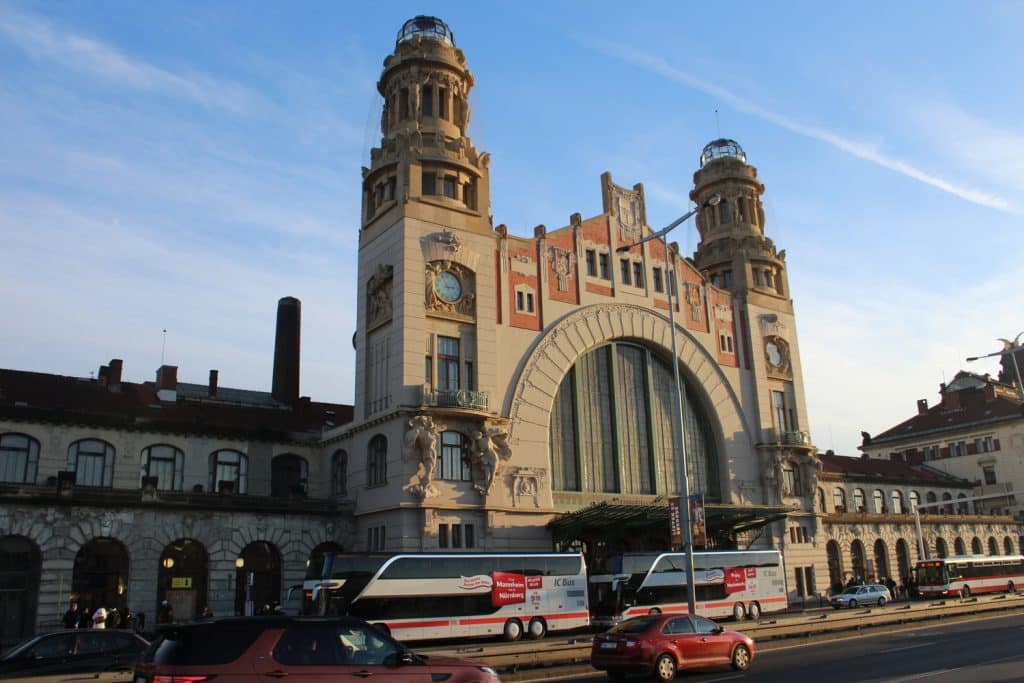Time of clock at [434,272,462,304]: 11:13
